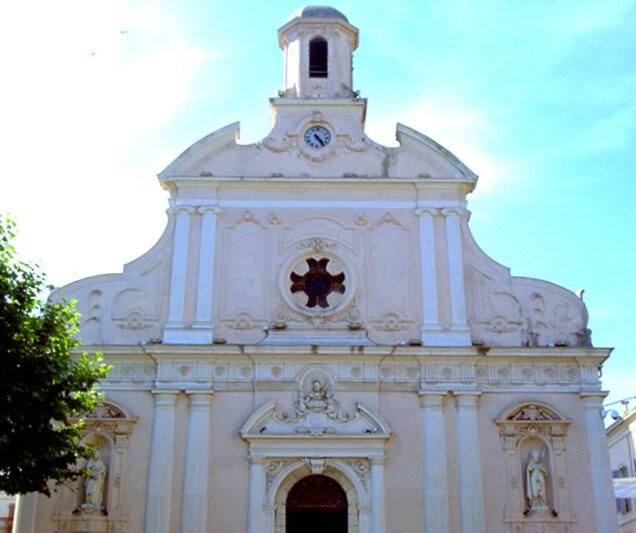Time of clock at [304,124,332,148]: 4:23
